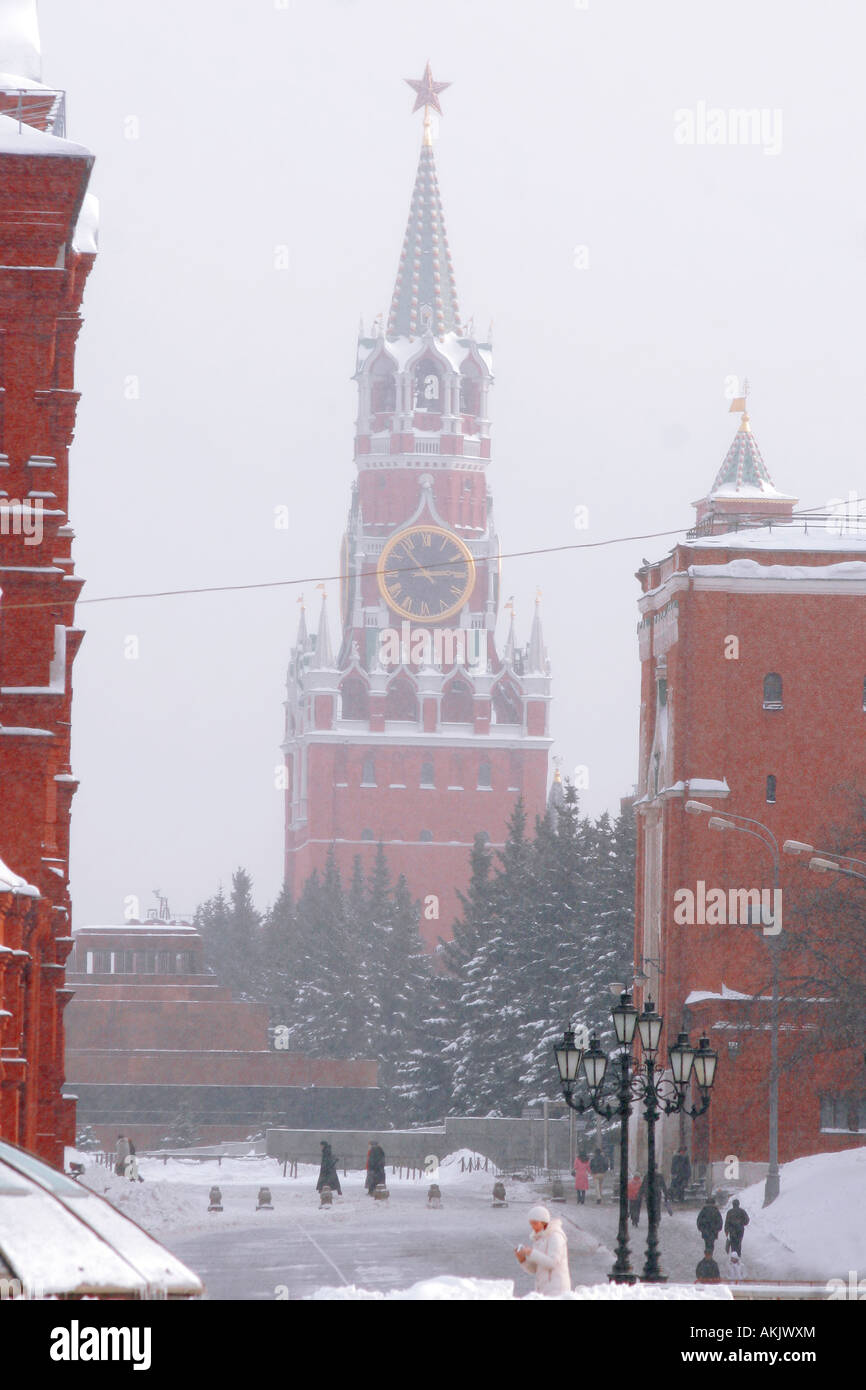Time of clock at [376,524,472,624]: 2:53
